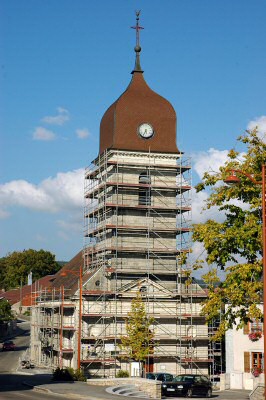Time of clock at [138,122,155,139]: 5:34
